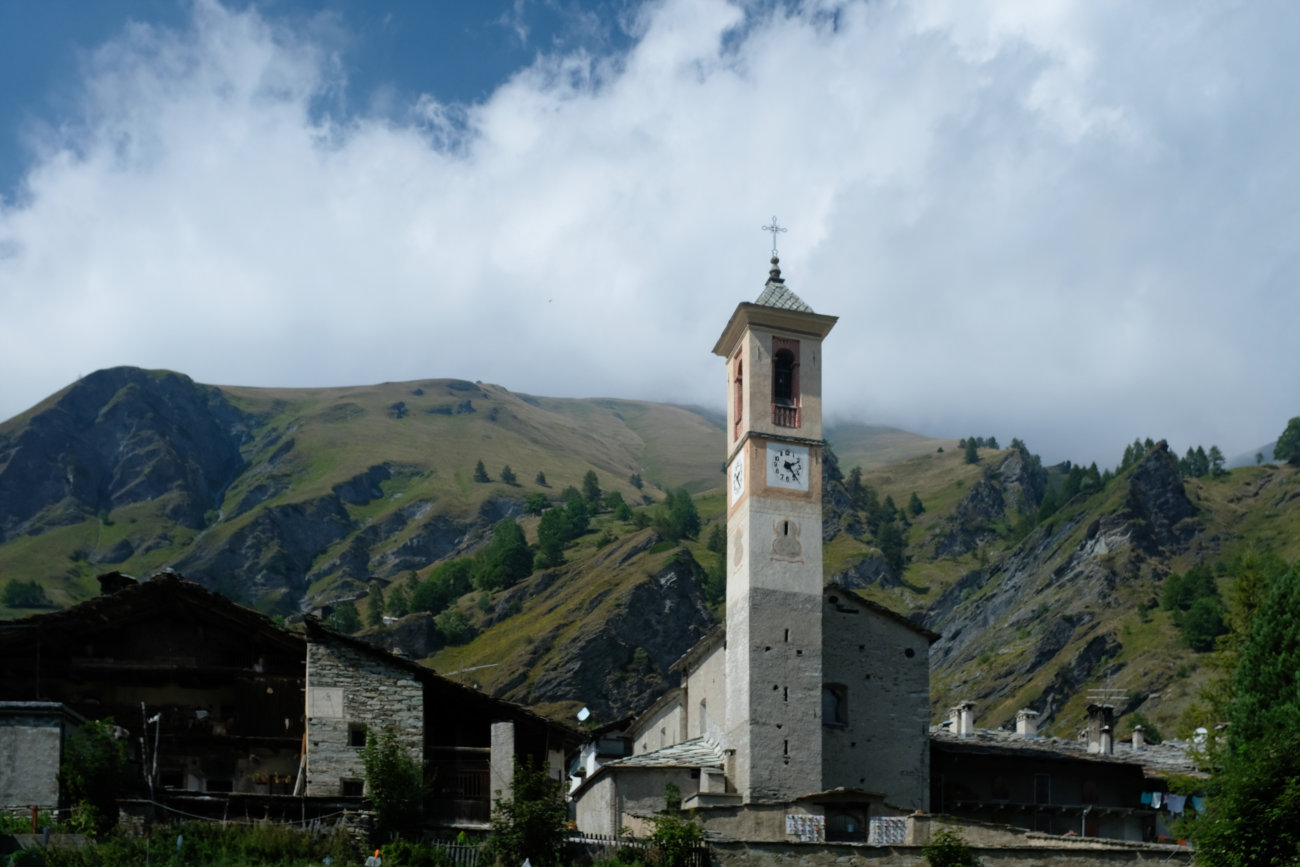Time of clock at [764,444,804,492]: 2:23
